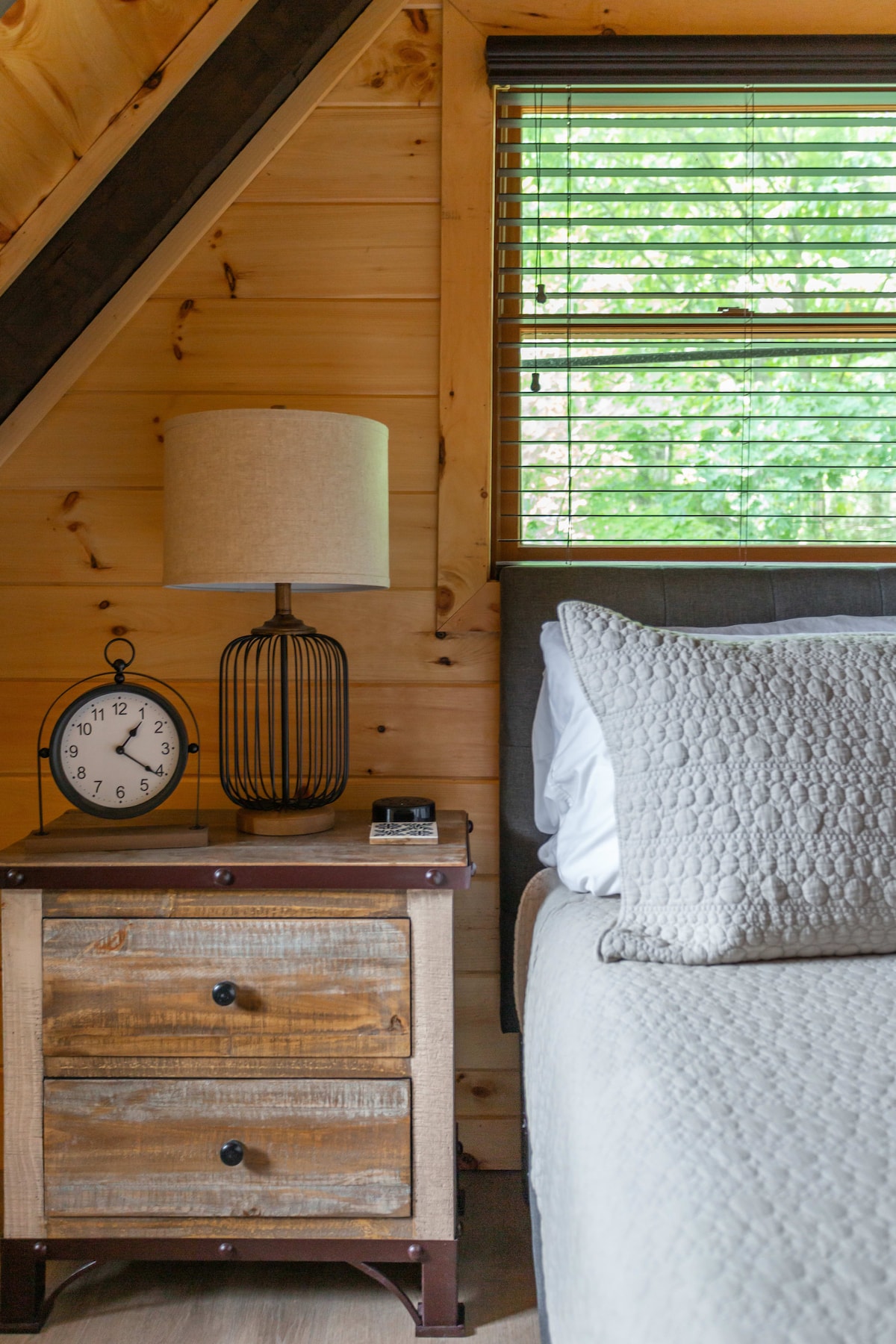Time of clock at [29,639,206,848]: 1:20
